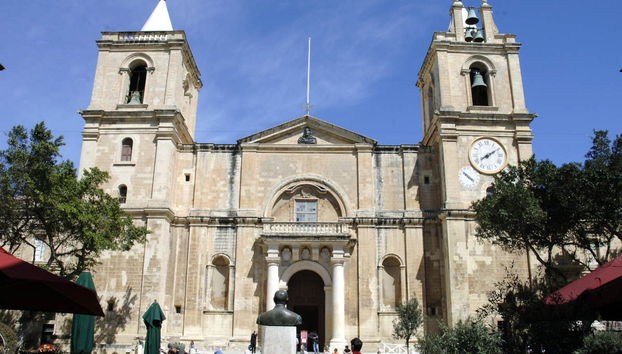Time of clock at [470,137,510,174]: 8:09
